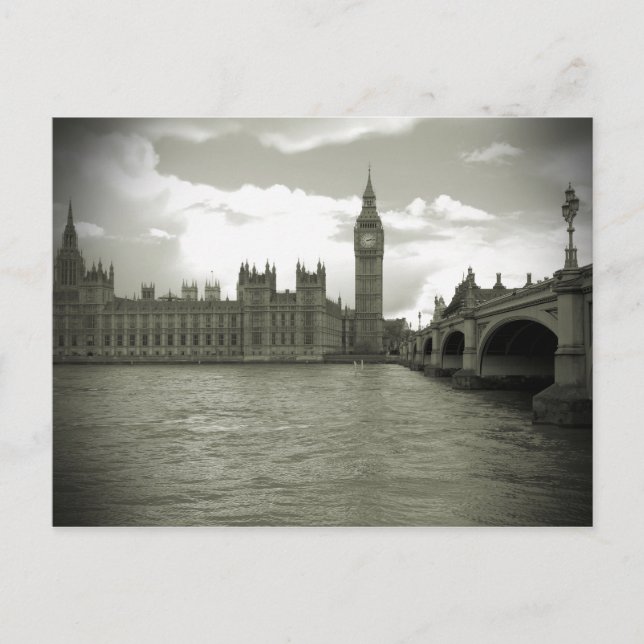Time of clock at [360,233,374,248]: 2:13
